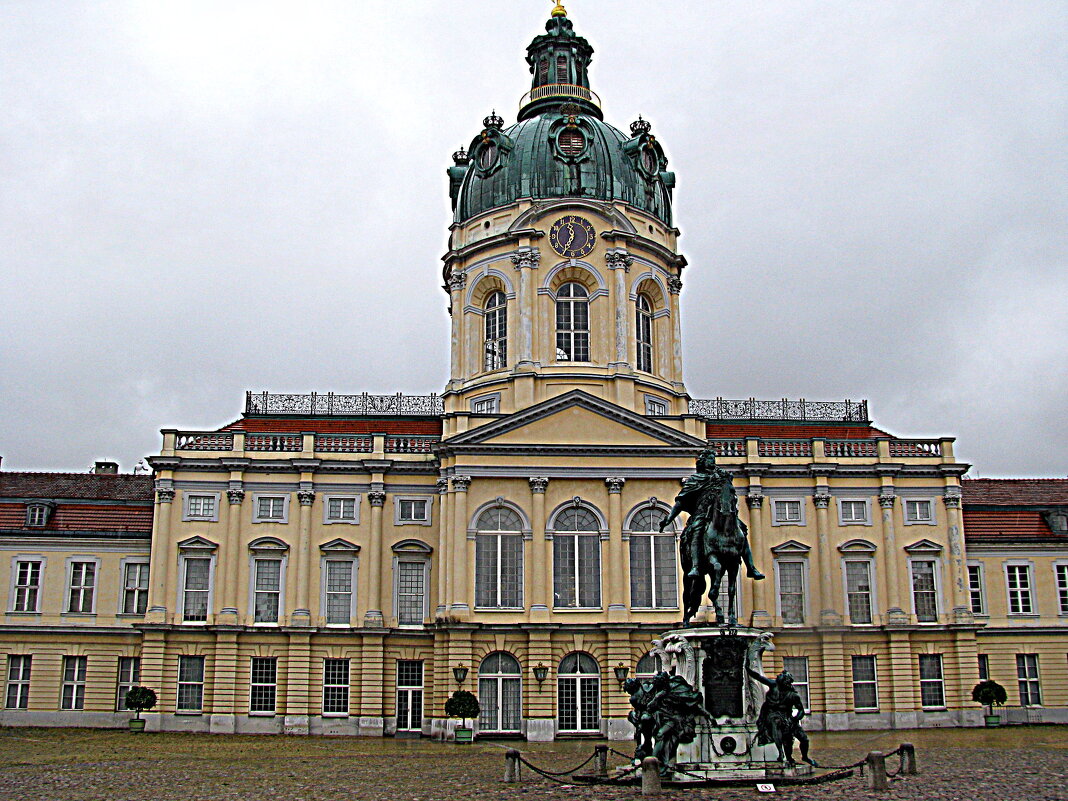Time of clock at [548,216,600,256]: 11:34
